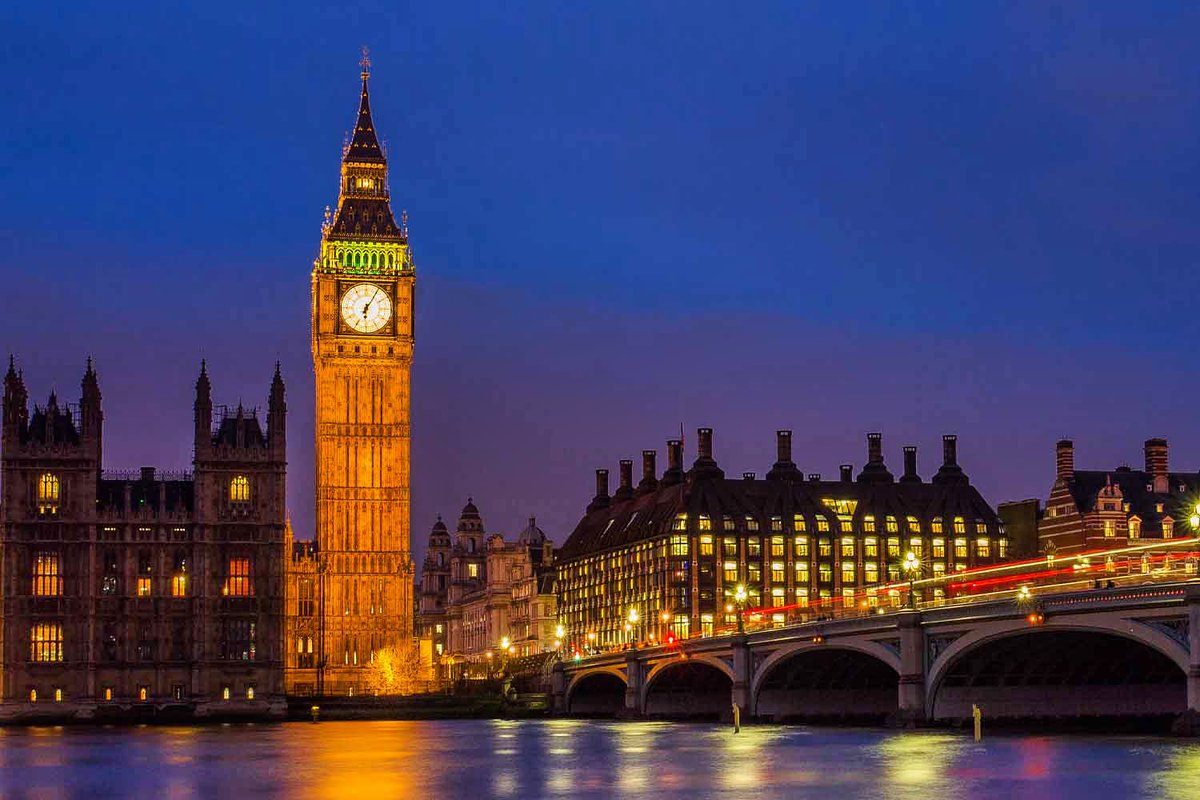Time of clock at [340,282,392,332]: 6:05
